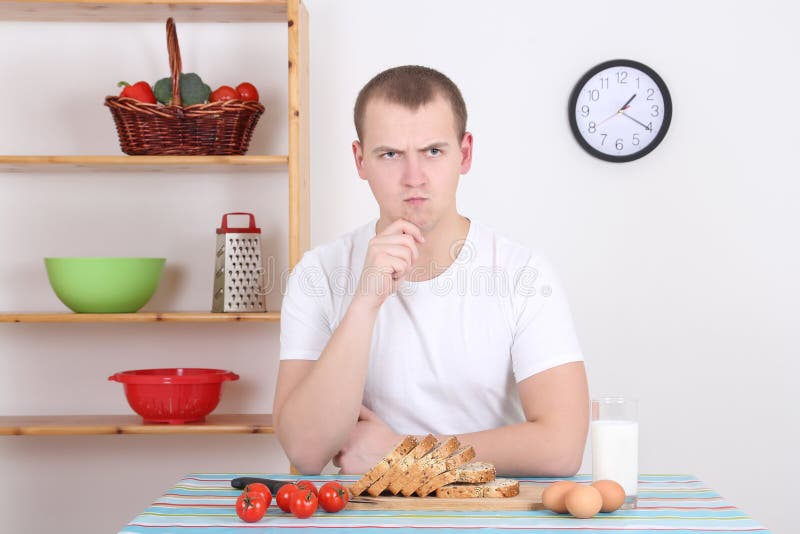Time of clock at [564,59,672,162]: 1:20
